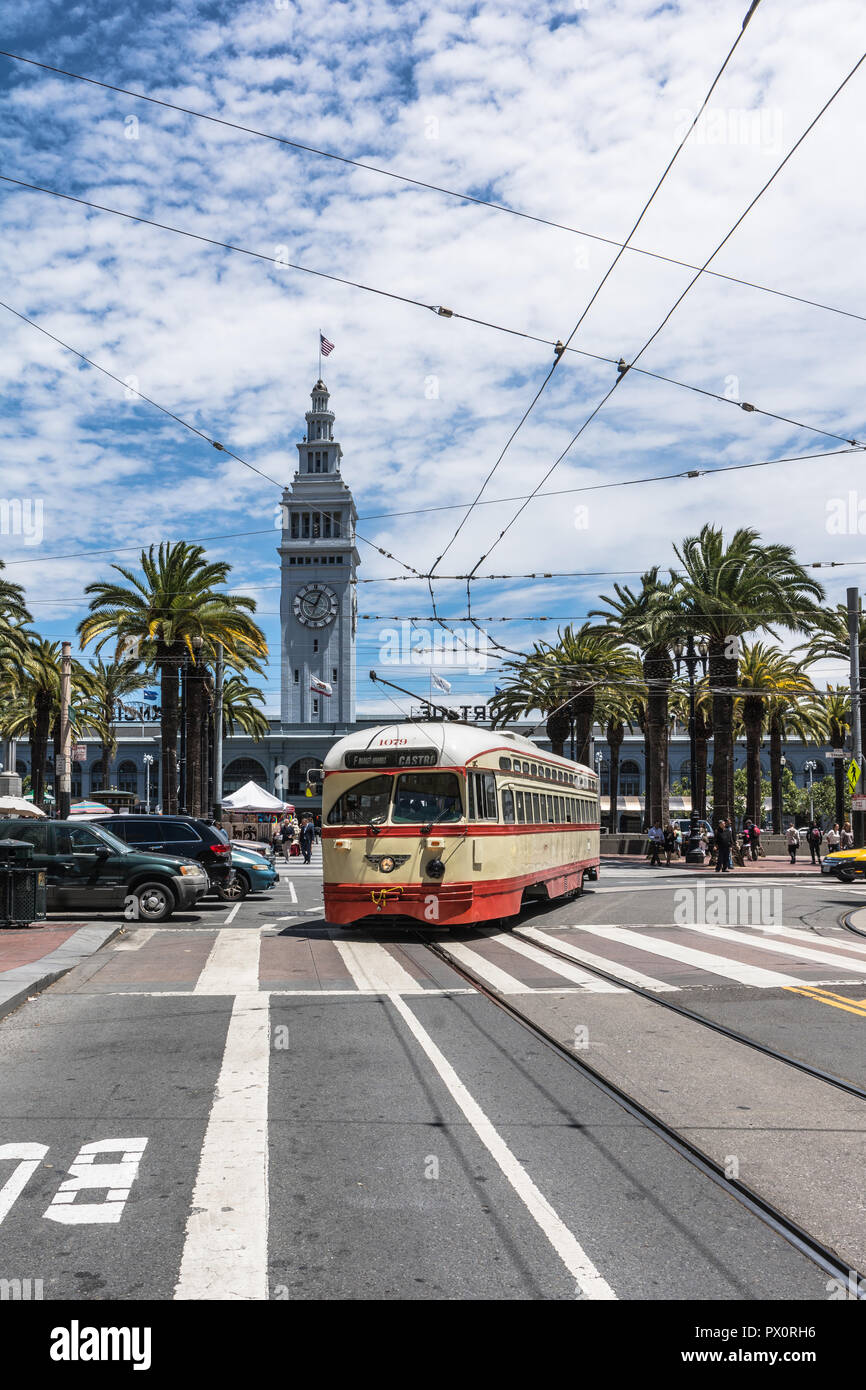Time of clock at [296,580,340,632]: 12:49
